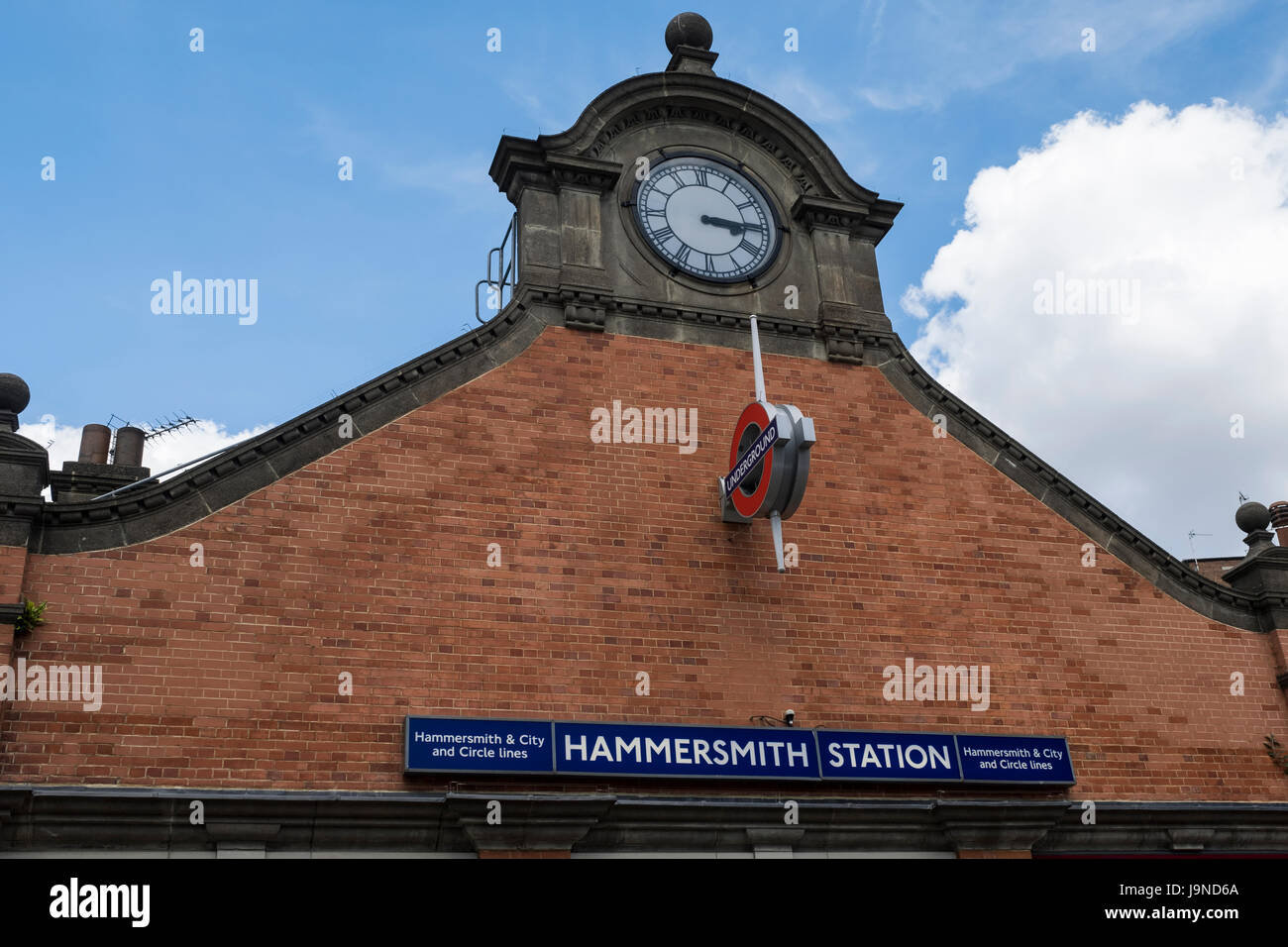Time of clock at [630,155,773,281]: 3:15
